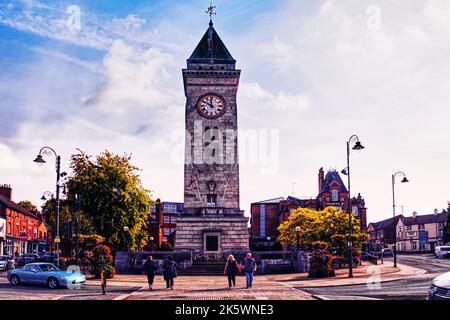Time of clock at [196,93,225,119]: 11:50
